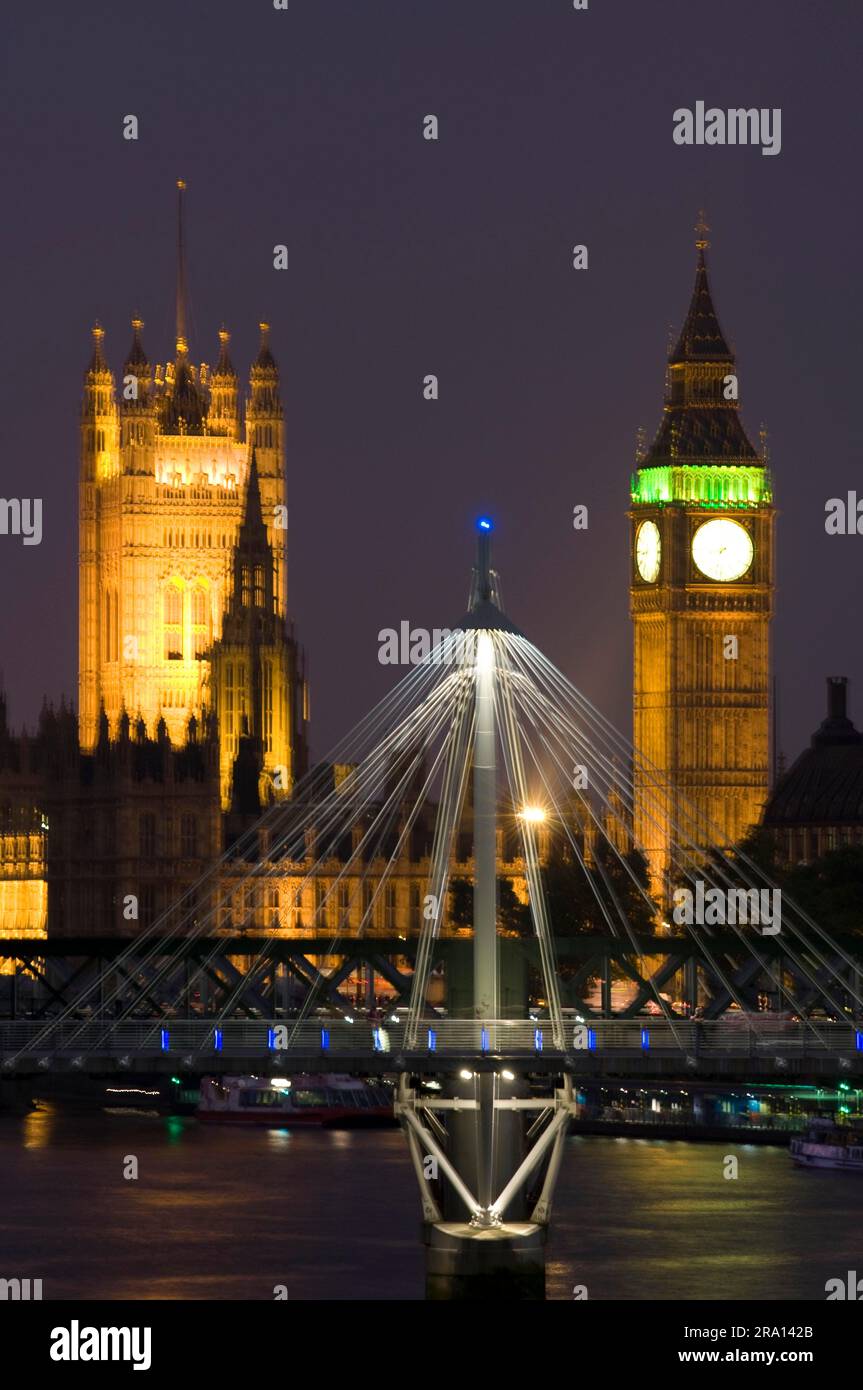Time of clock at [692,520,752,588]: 8:32
